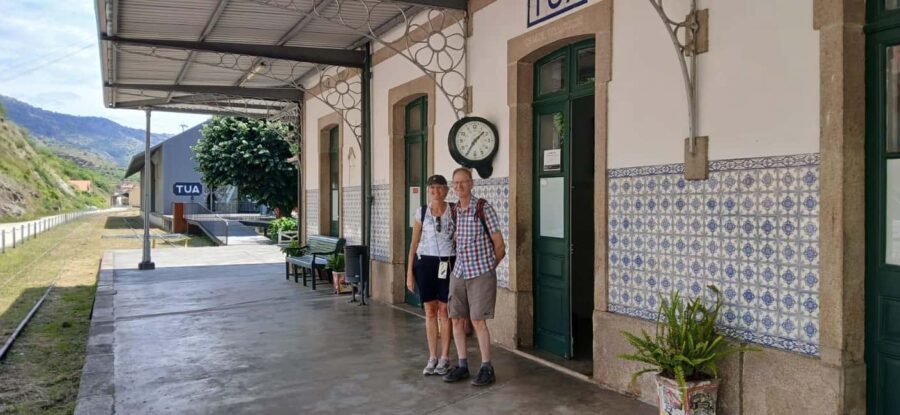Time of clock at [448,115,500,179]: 1:34
